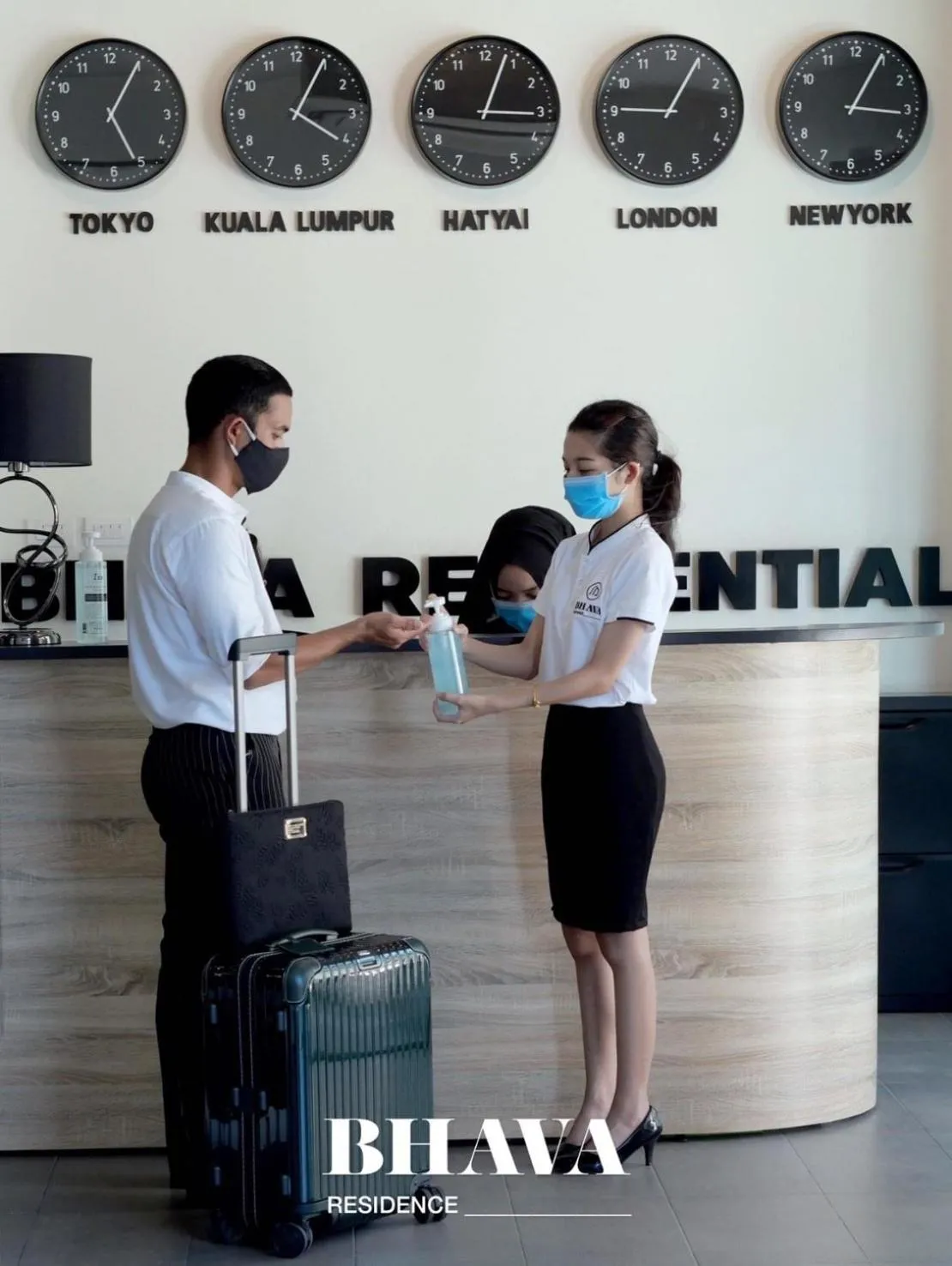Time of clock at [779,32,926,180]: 3:04
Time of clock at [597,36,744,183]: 9:04
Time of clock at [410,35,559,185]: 3:03
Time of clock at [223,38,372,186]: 3:04
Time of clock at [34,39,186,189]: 5:04
